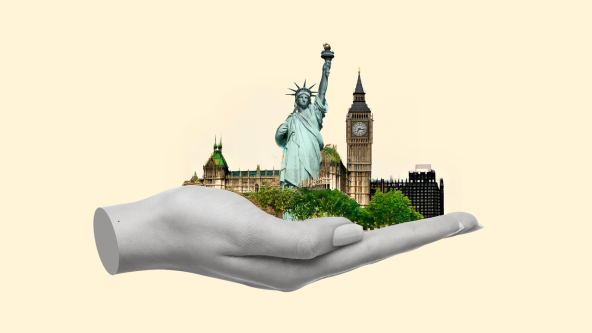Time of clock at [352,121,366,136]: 7:16
